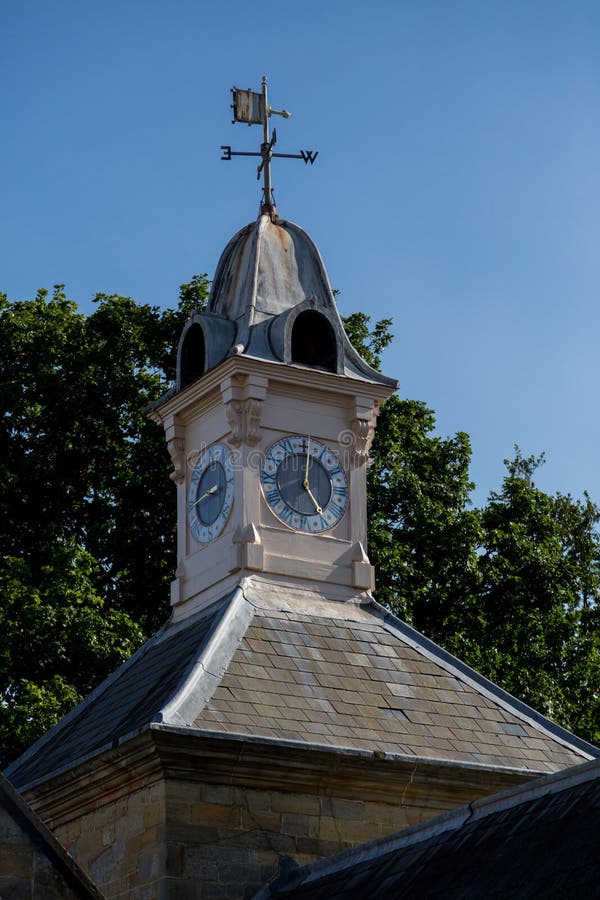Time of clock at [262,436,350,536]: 5:01
